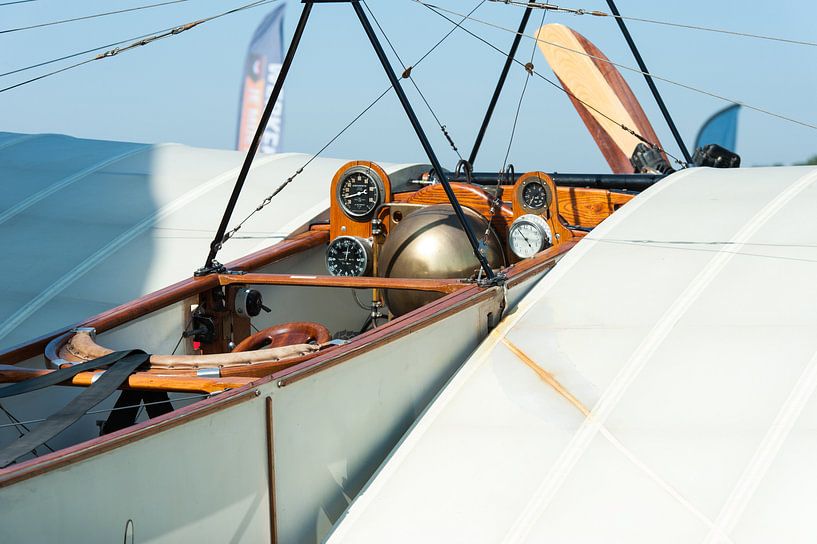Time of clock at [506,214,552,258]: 4:53
